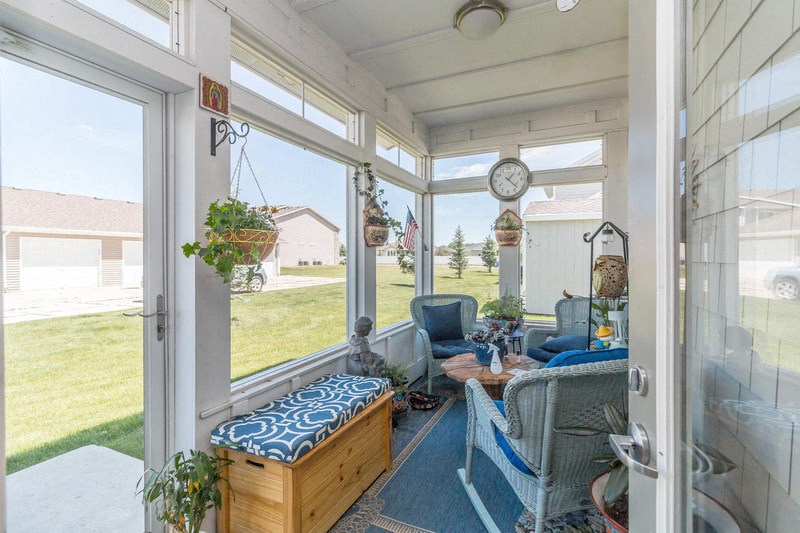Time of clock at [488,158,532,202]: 1:22
